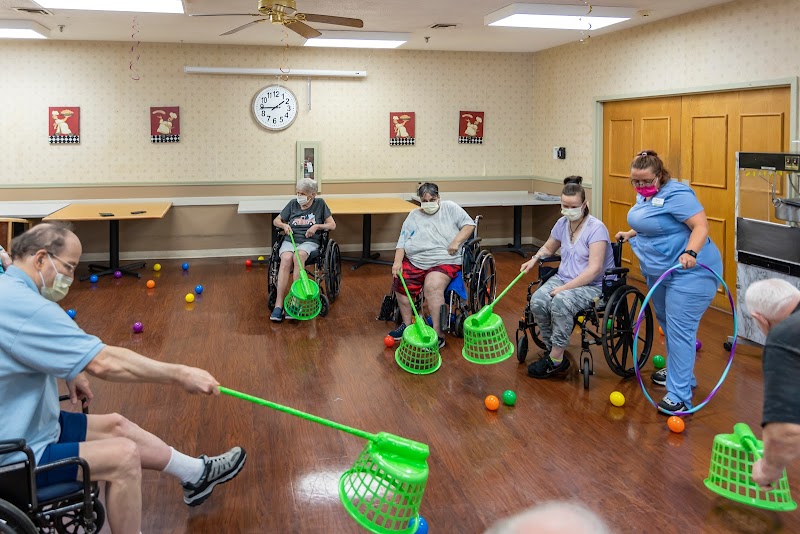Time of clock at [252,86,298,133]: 1:44
